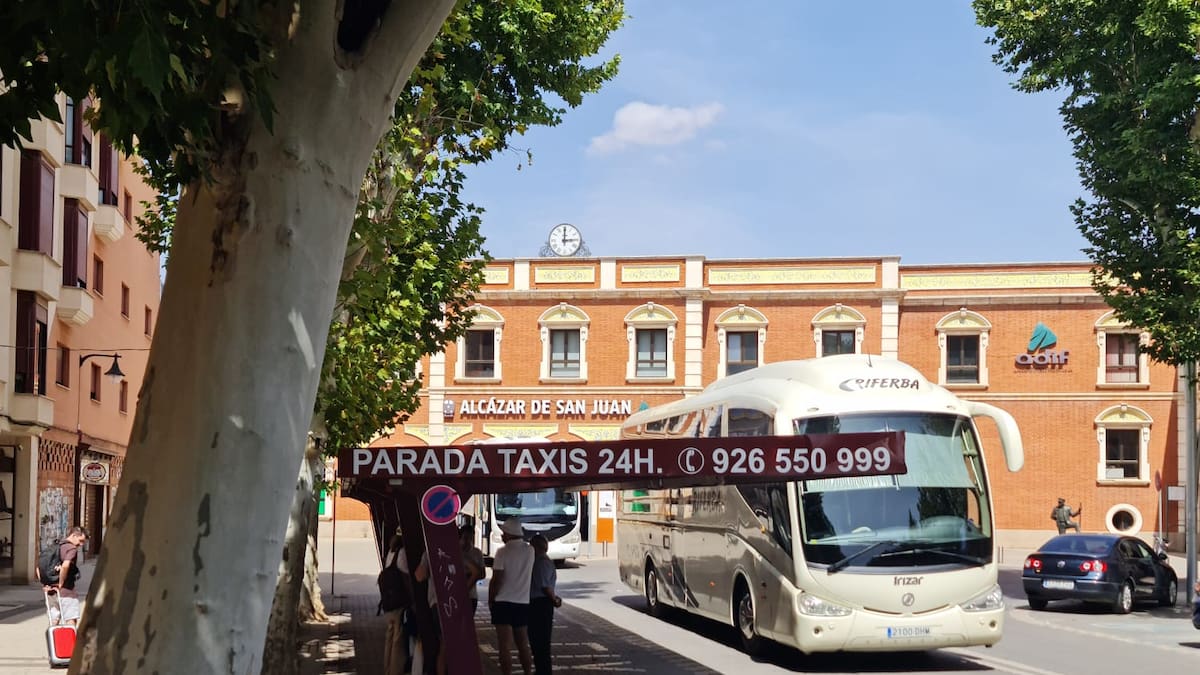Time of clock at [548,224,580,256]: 3:00
